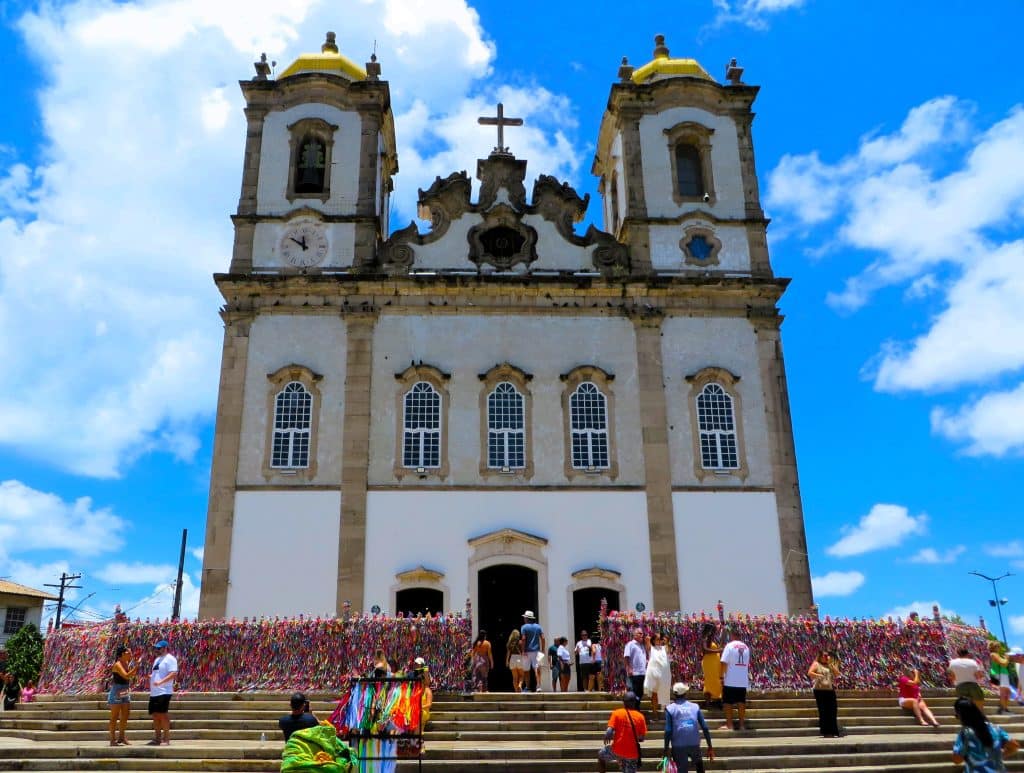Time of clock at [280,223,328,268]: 11:50
